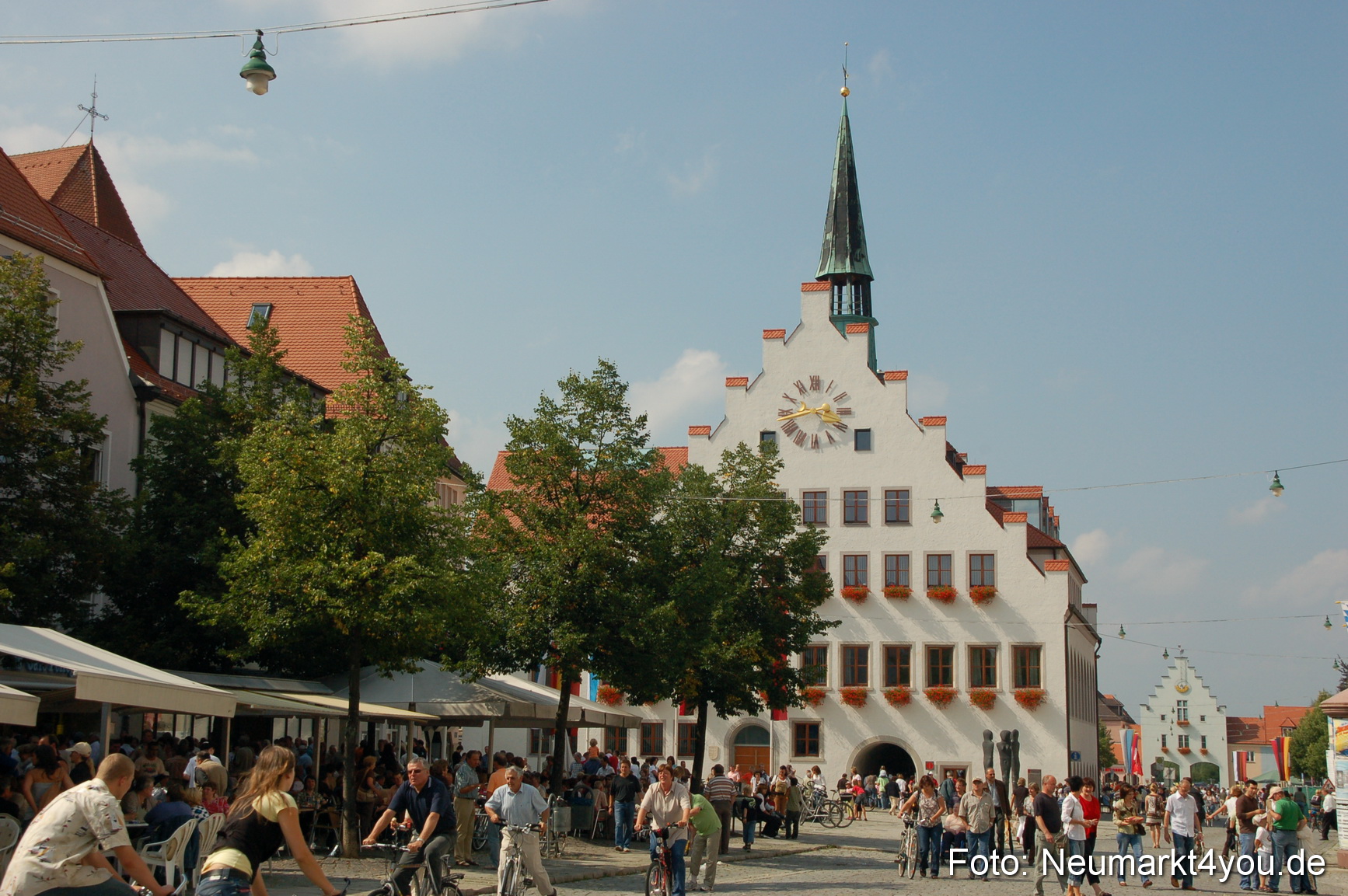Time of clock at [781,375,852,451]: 3:42
